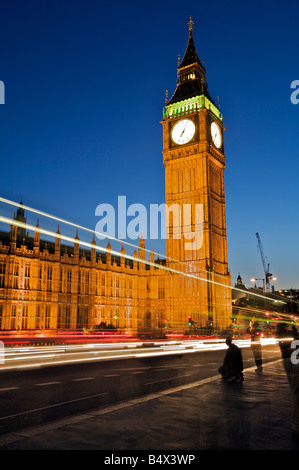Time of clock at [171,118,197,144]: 7:04
